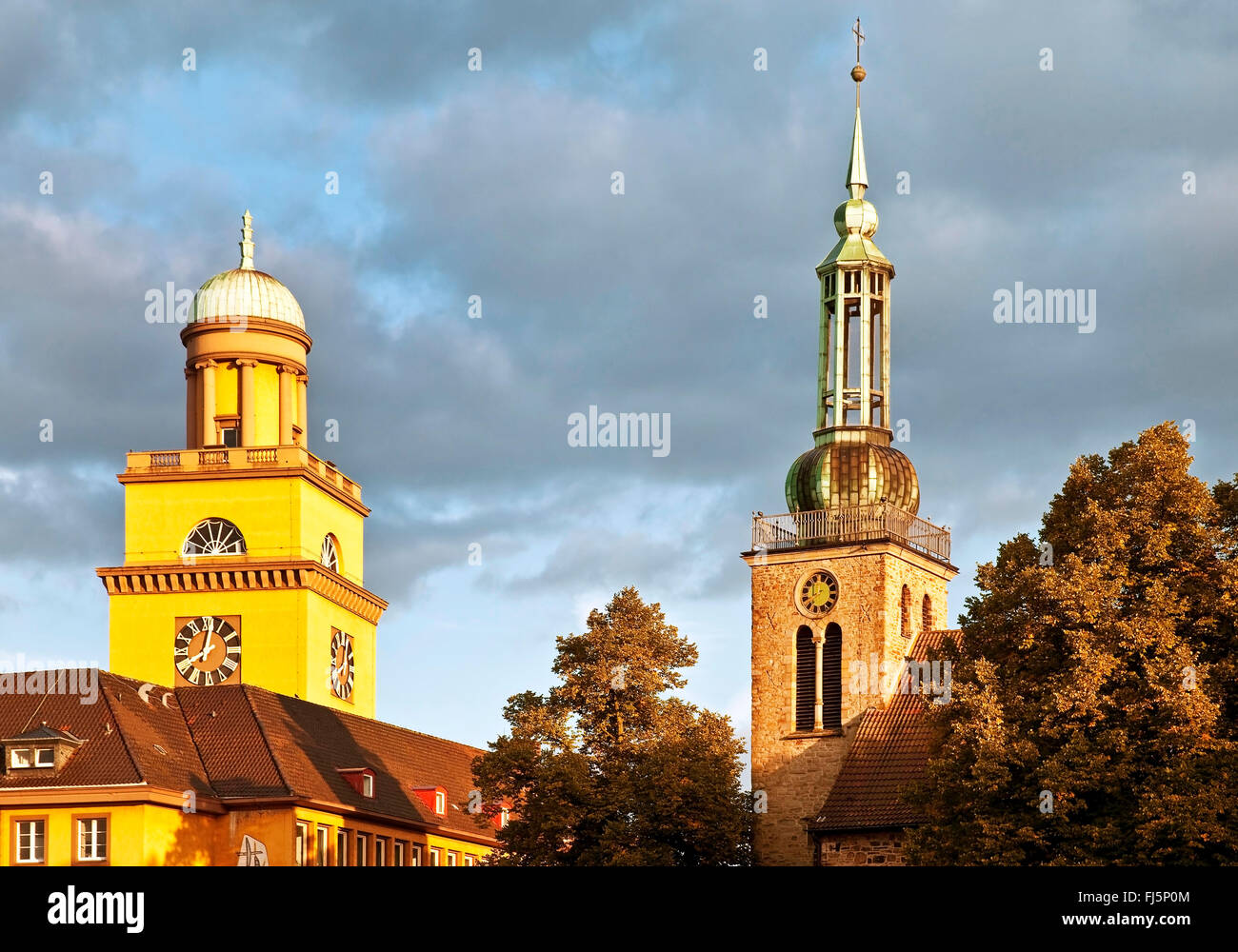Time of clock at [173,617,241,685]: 8:02
